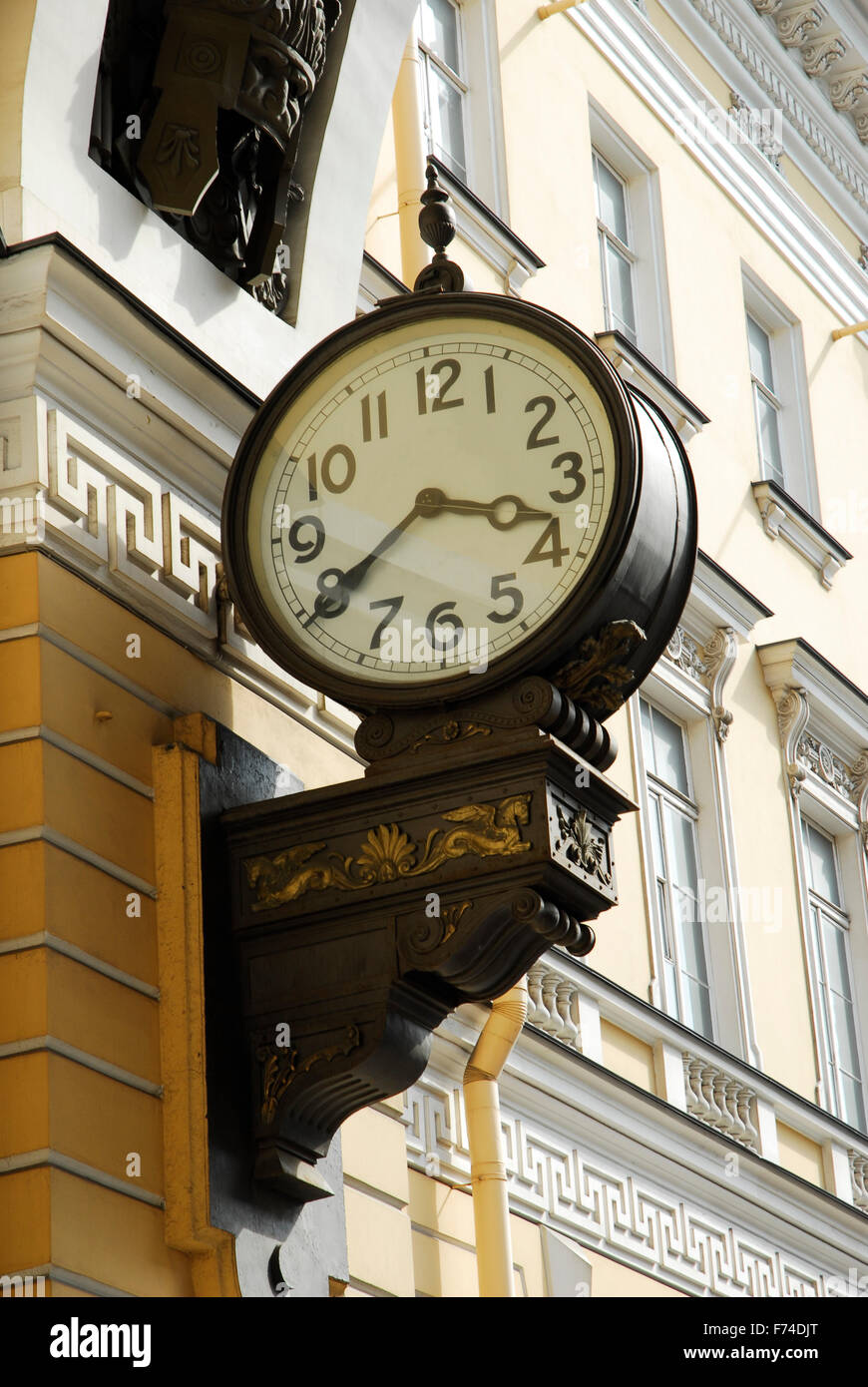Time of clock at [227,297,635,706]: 3:39
